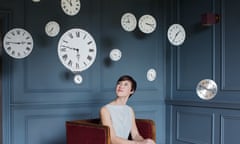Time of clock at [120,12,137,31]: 8:58
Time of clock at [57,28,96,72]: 5:46
